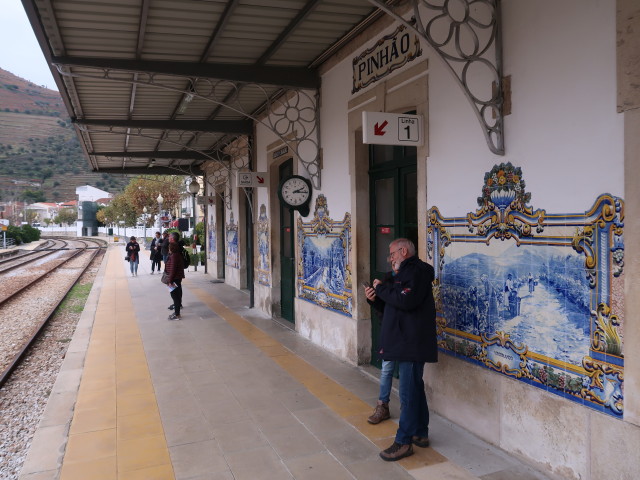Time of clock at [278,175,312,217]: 2:15
